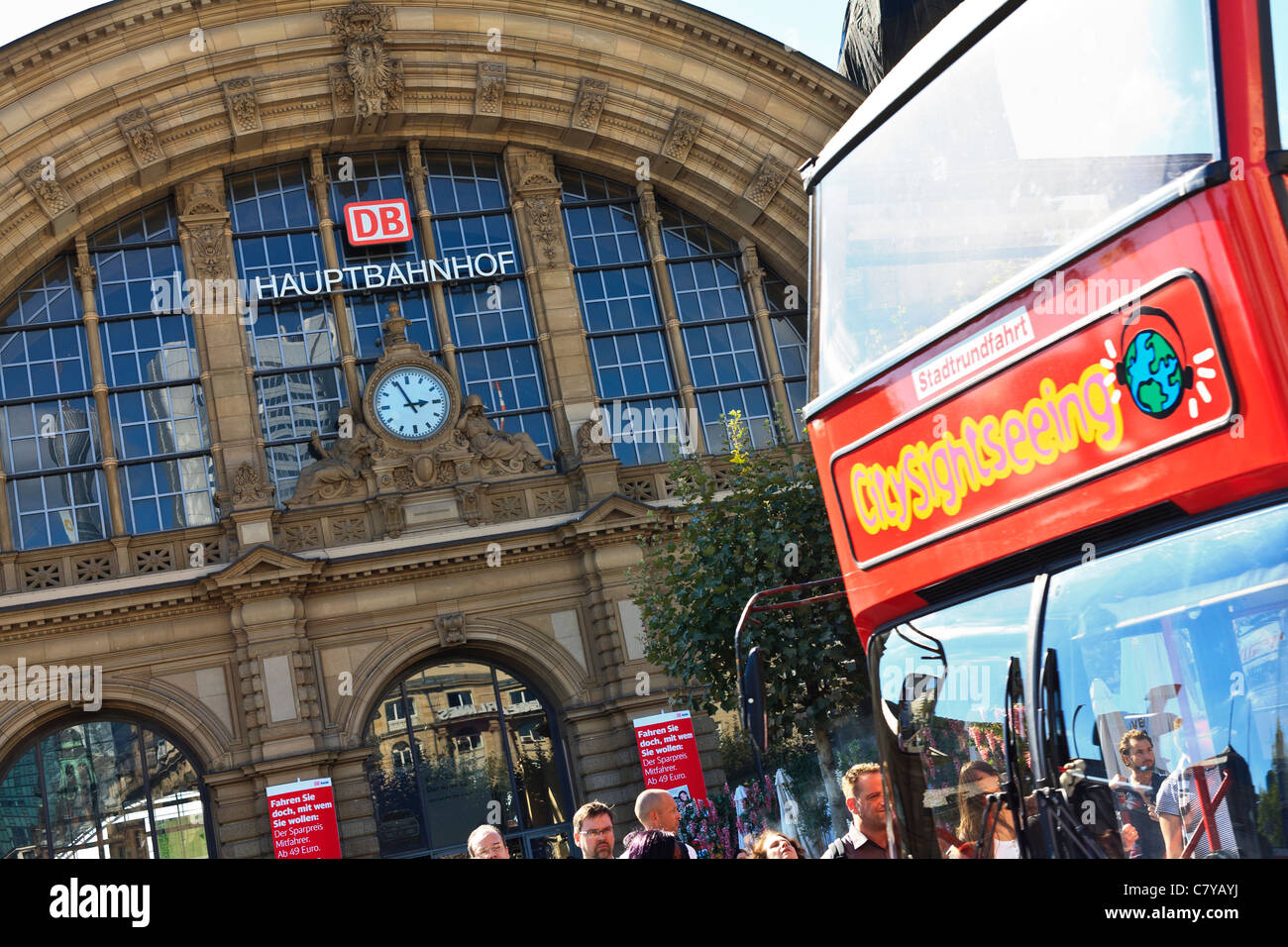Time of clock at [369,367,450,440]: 2:56
